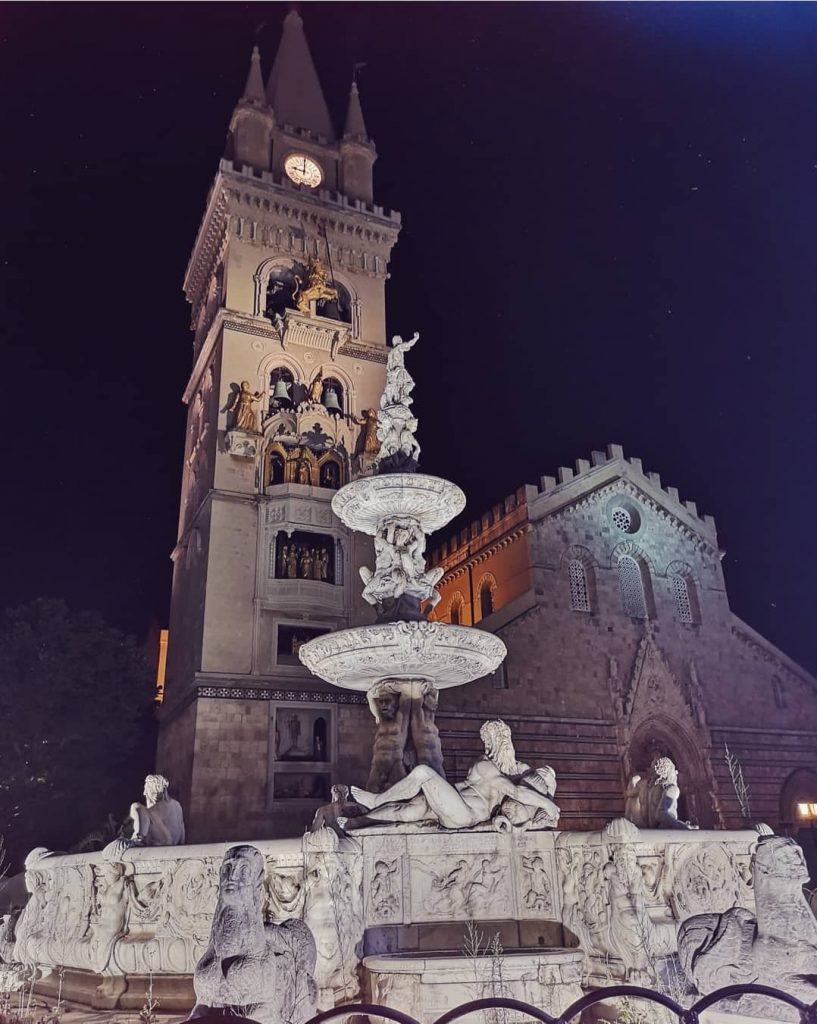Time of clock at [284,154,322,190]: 9:01
